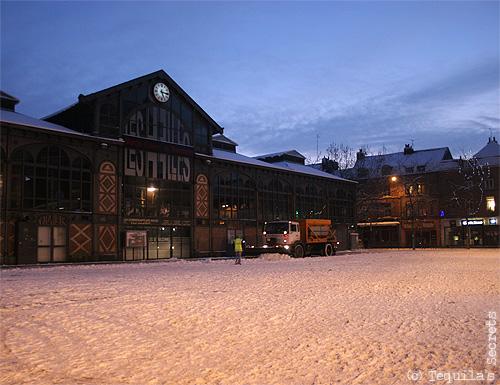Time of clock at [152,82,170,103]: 5:15
